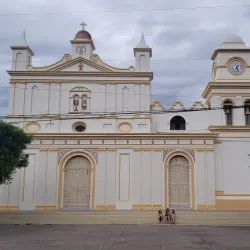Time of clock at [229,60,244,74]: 1:26
